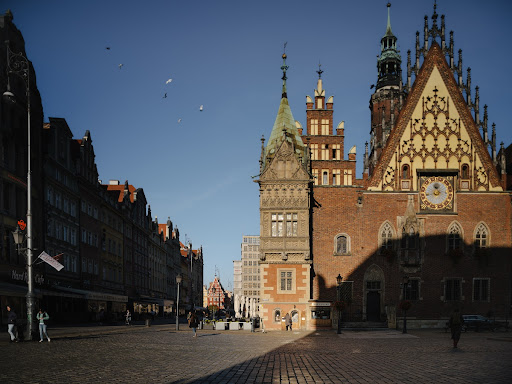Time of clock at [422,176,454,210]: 11:41
